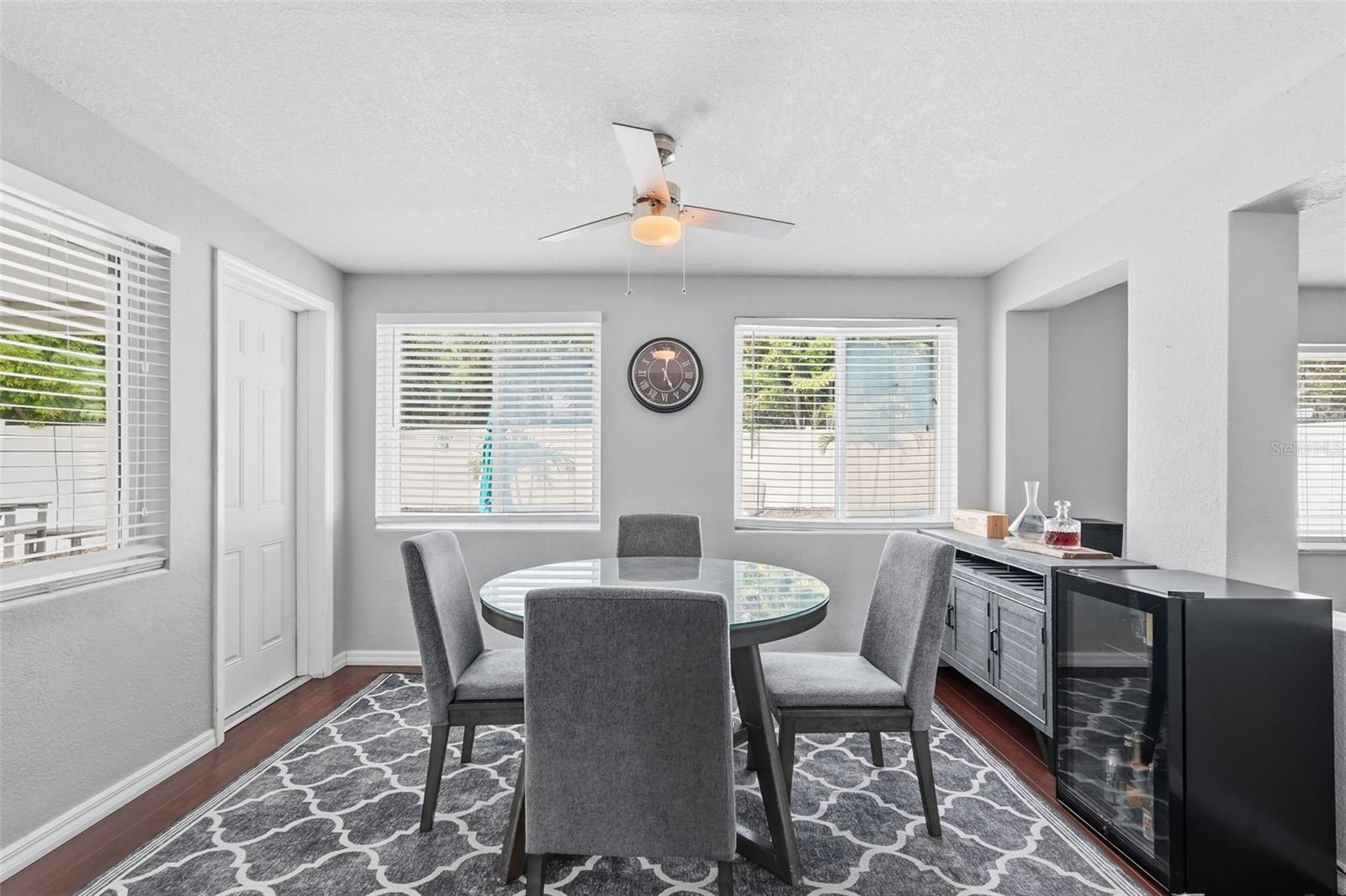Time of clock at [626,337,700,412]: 5:01
